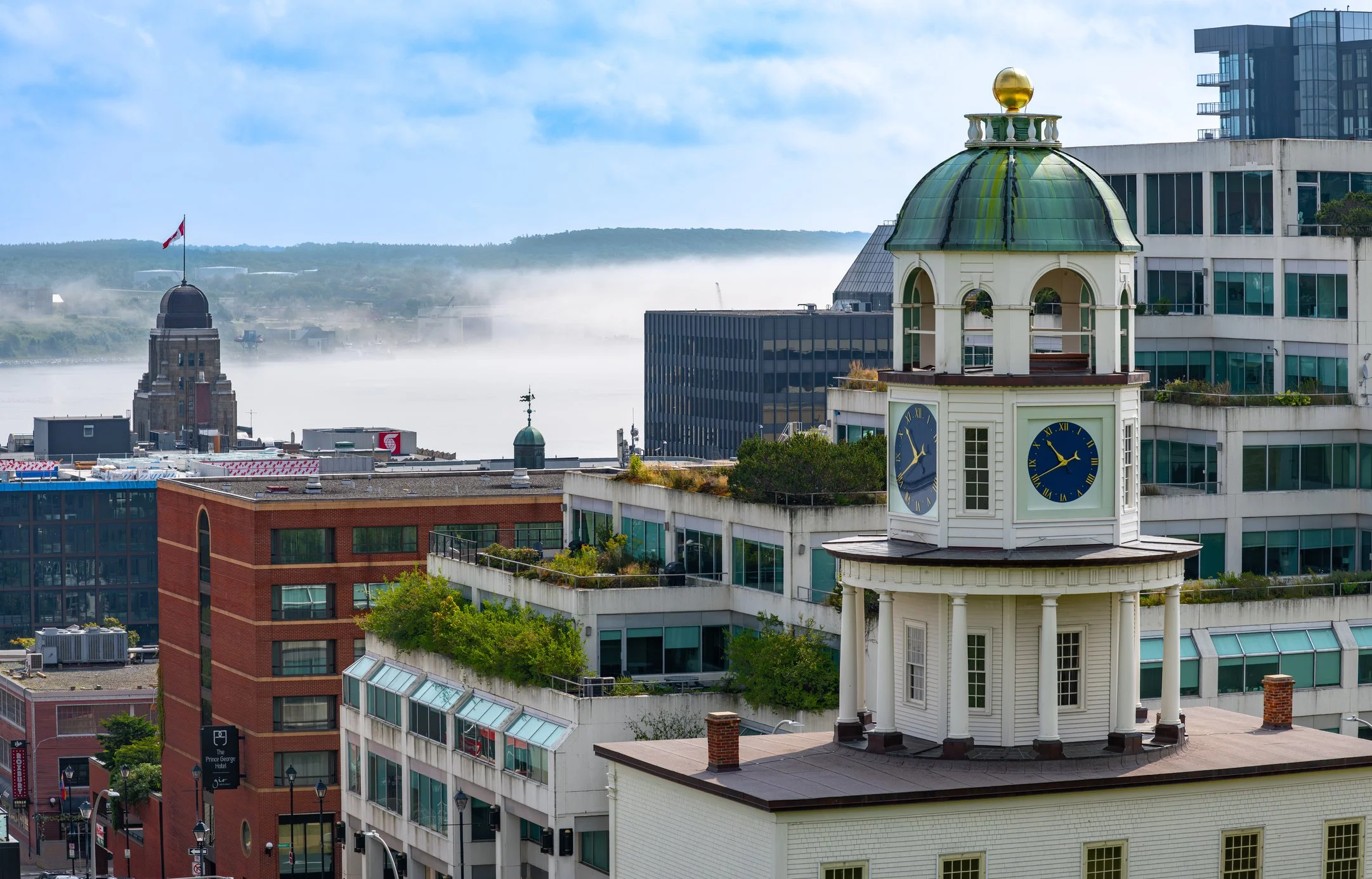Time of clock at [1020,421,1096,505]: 10:40
